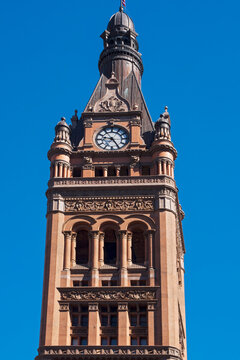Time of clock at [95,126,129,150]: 9:24
